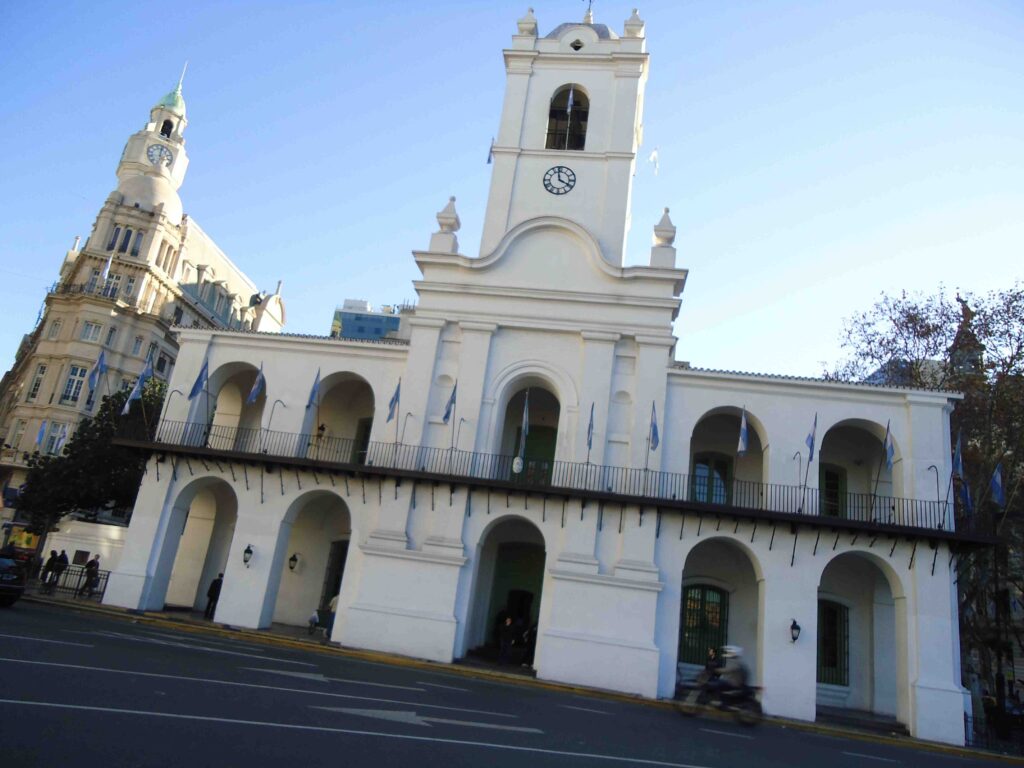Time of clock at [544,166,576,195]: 3:58
